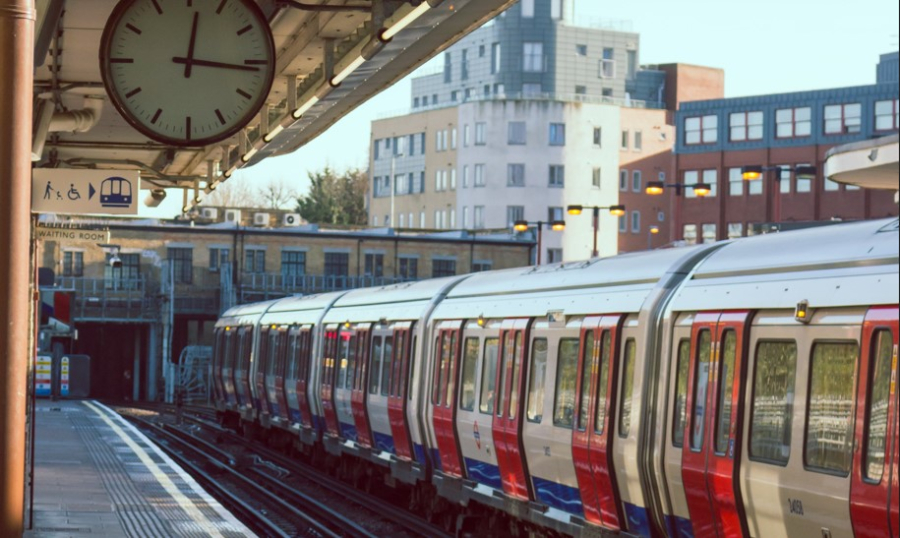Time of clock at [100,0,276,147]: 12:16
